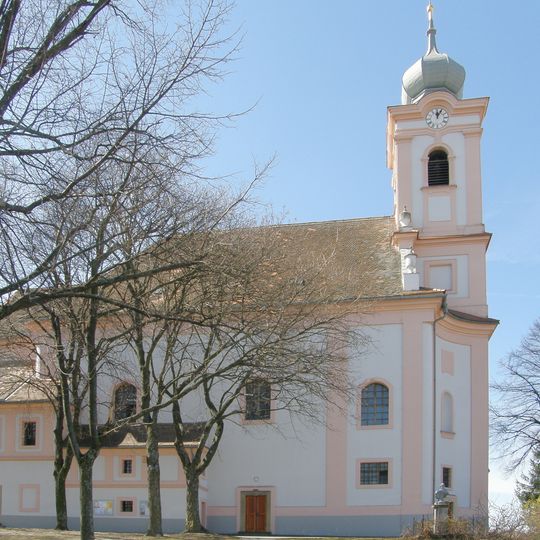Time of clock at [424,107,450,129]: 12:04
